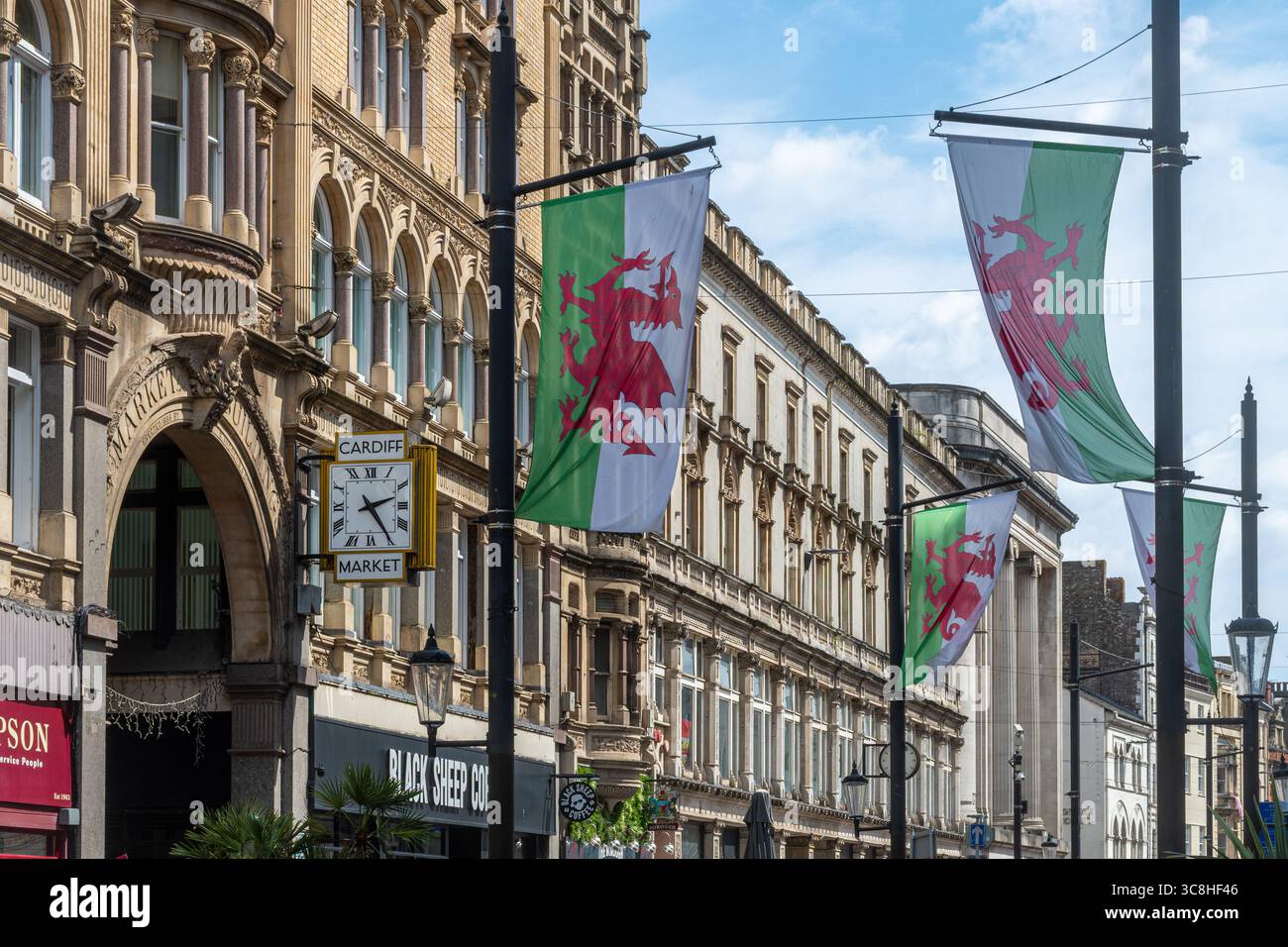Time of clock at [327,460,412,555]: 2:24
